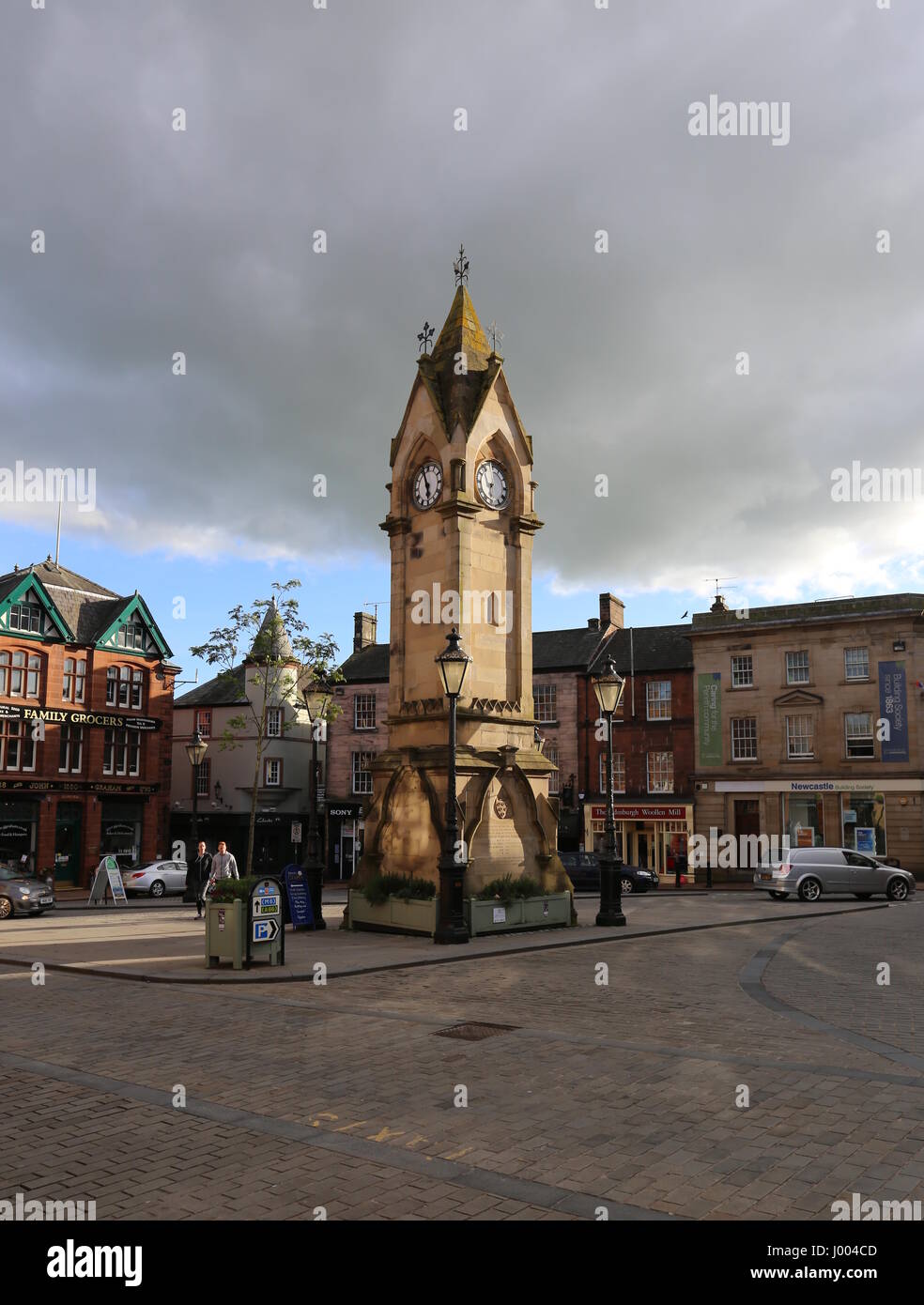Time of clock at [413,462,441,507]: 5:57
